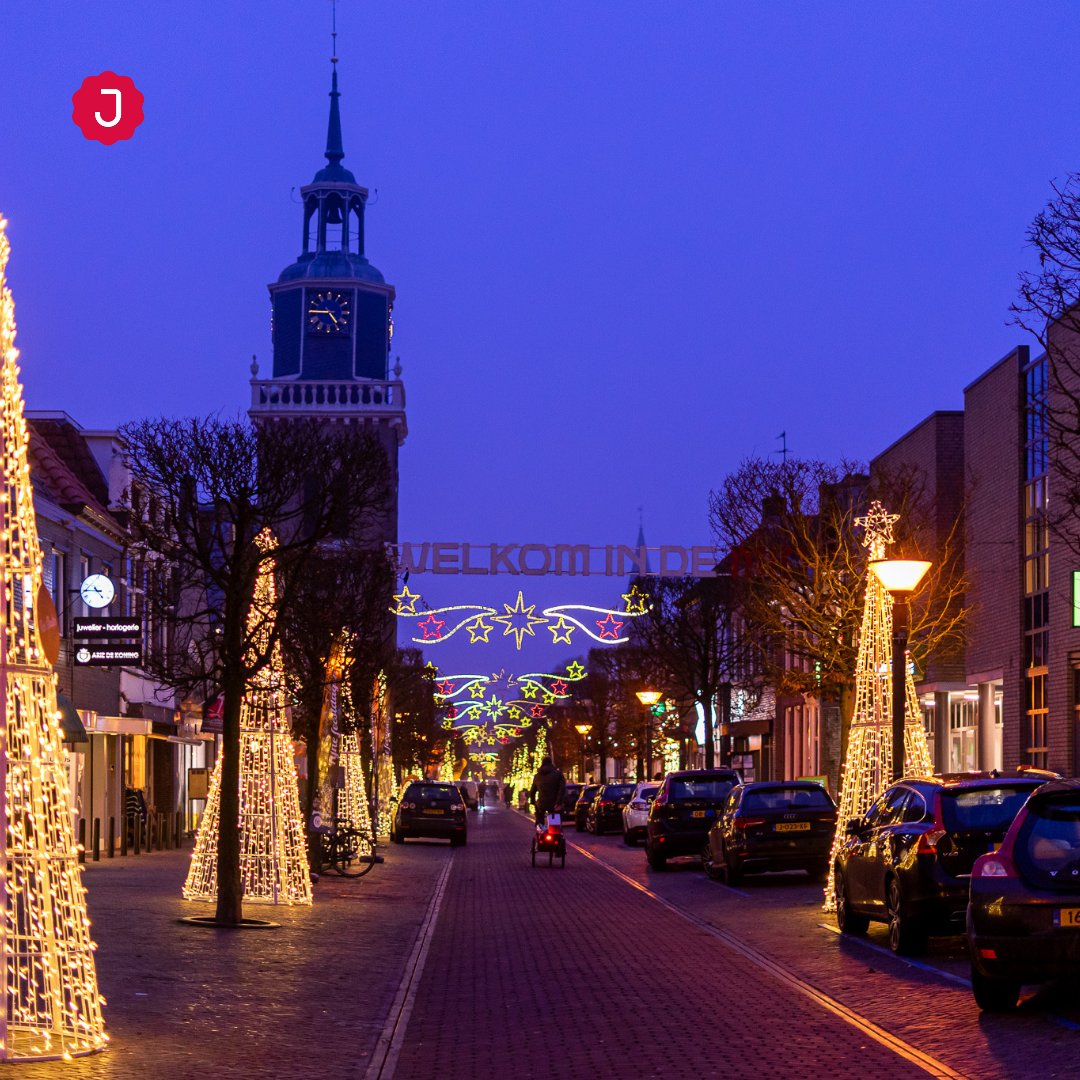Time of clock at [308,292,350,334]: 4:45
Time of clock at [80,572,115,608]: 4:44
